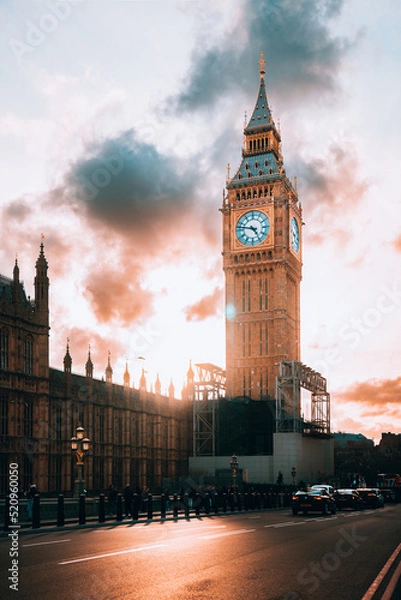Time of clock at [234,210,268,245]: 4:46
